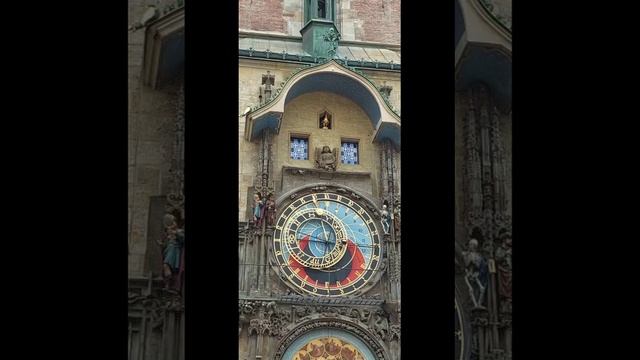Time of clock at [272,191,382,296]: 11:46
